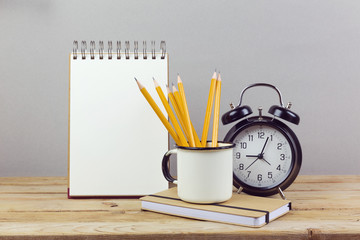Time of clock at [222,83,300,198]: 9:03
